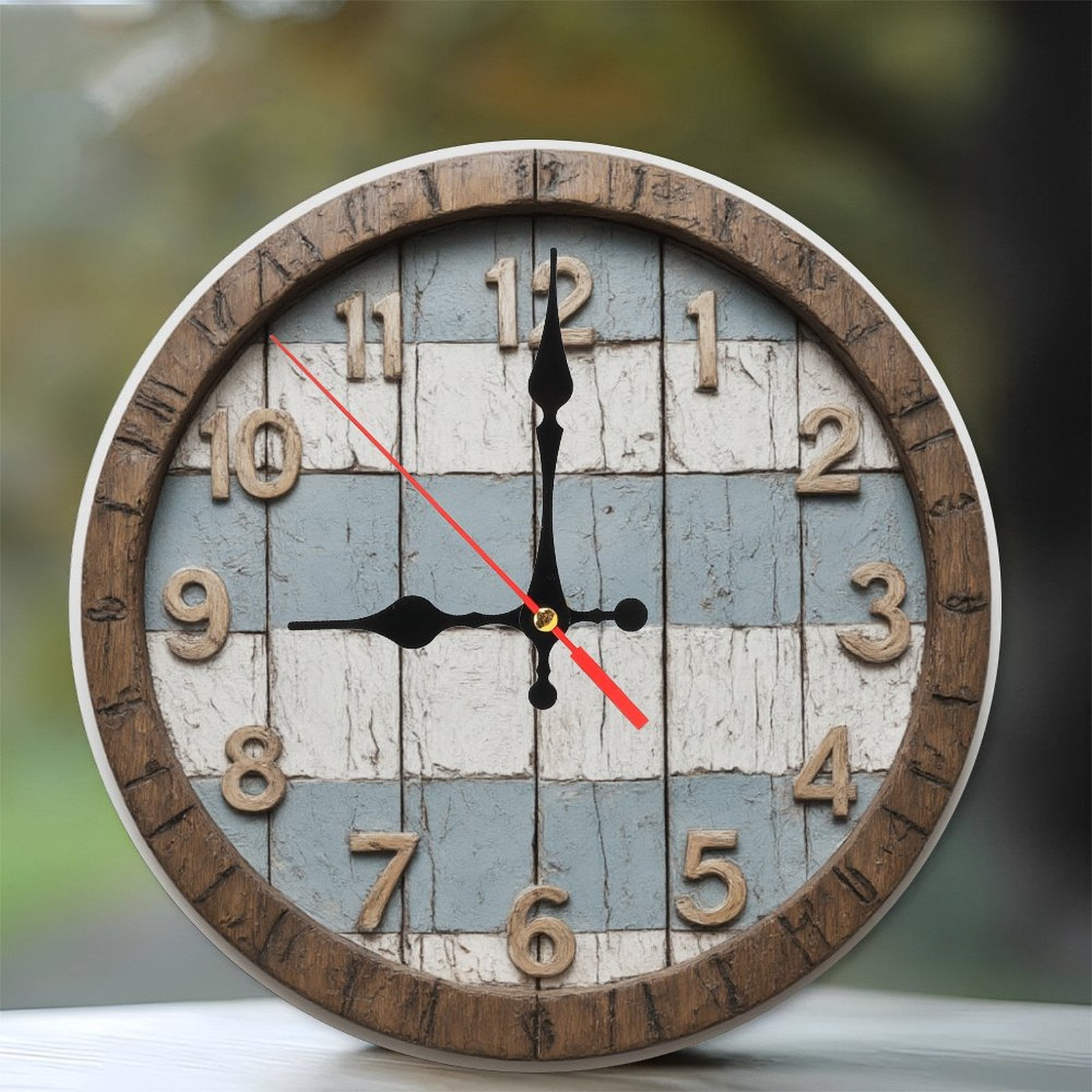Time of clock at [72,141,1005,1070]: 9:00
